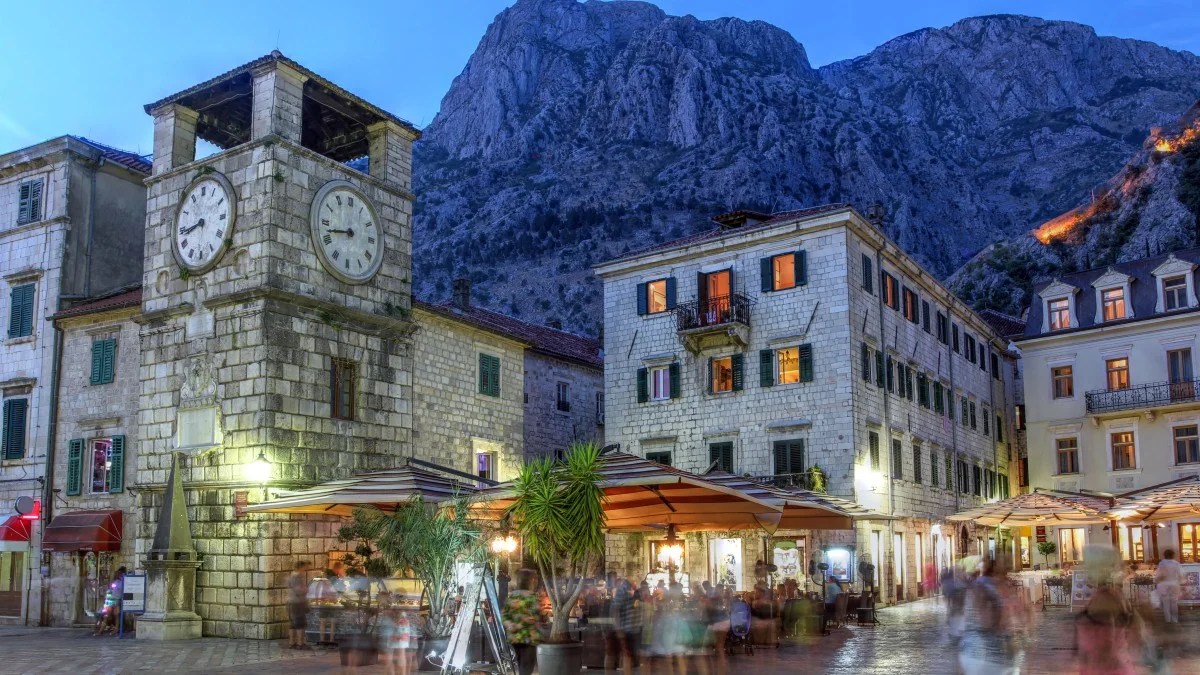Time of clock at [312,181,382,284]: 8:42
